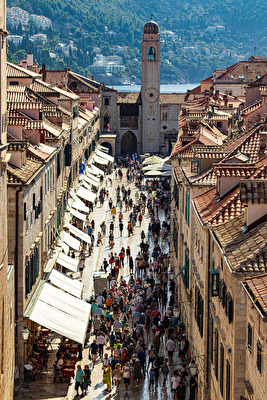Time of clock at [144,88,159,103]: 9:36
